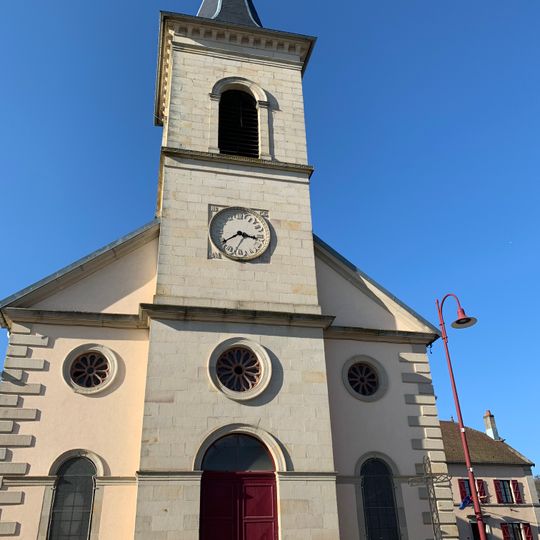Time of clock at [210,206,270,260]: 3:39
